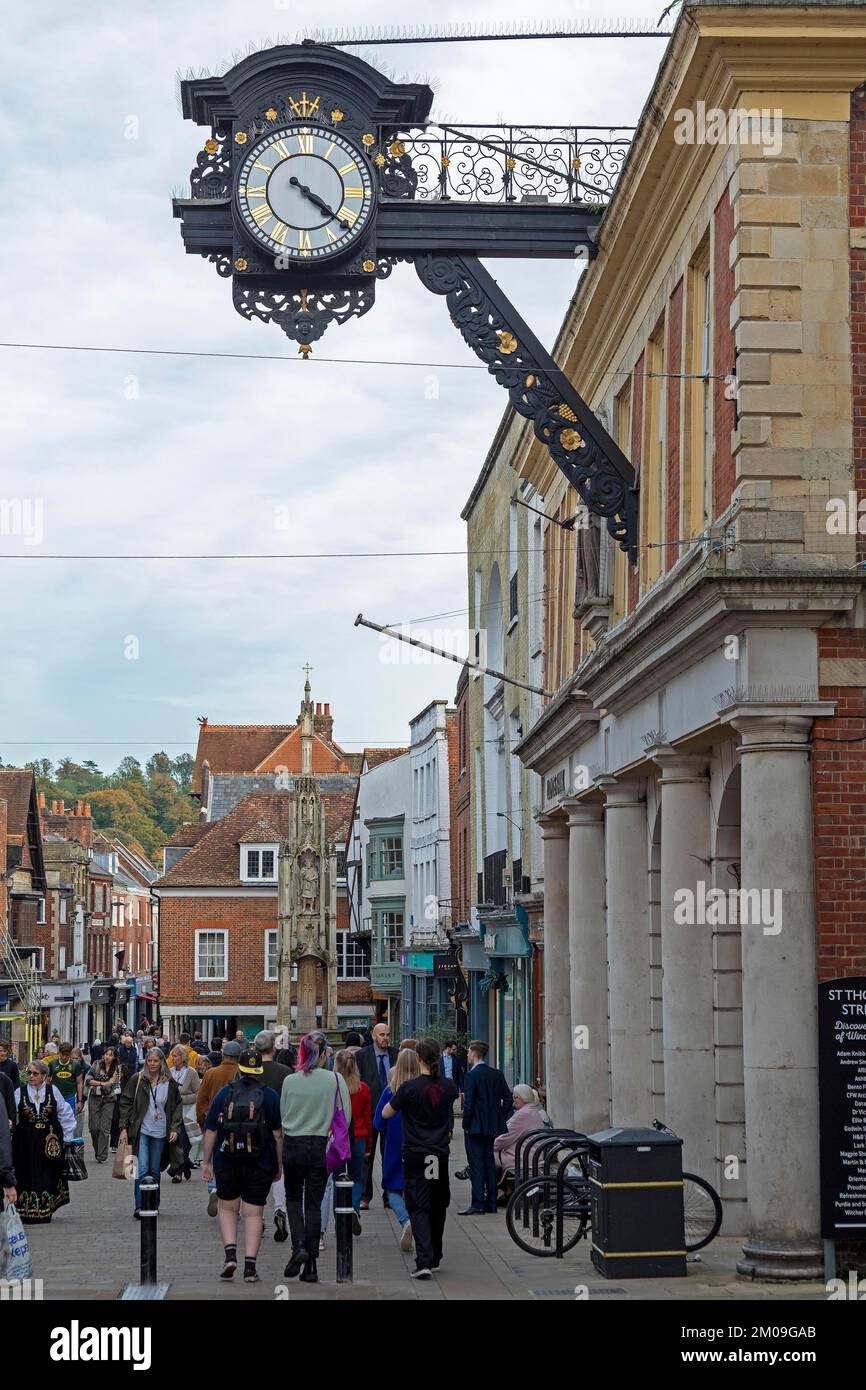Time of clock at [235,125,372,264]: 4:21
